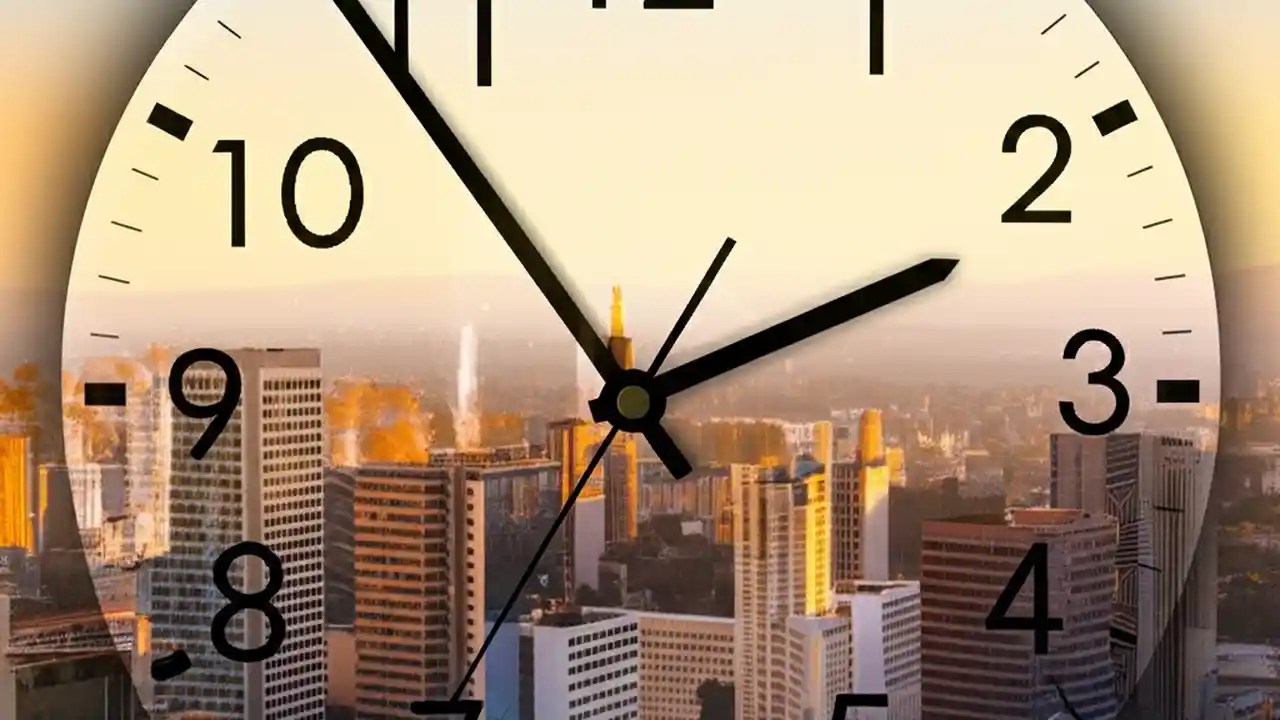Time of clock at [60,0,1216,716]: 1:53
